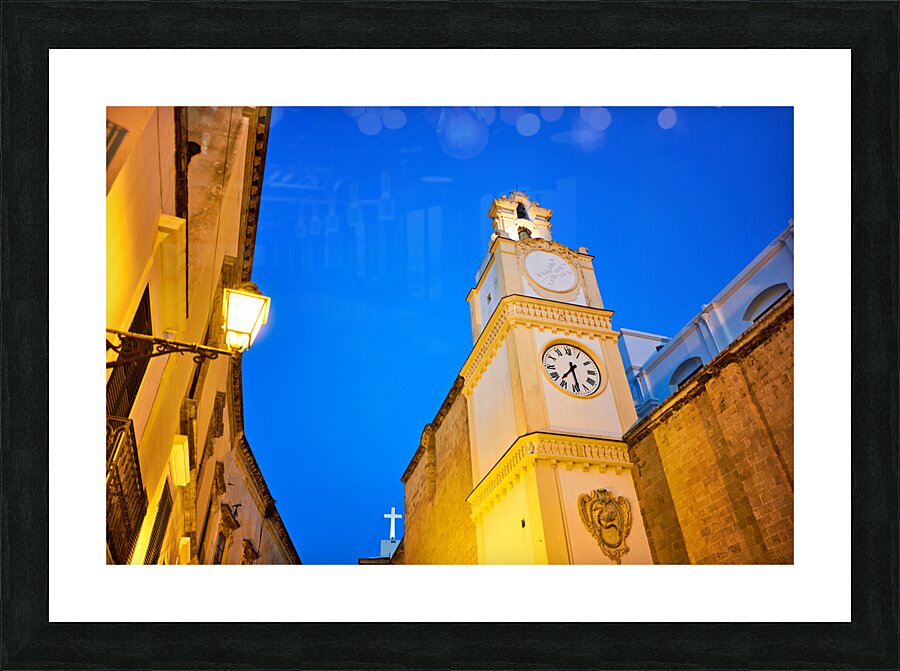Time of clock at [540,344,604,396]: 7:28
